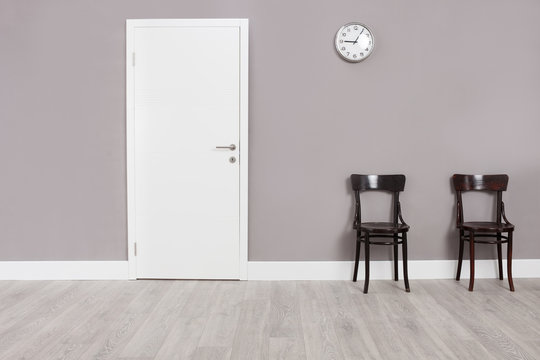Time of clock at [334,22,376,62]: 9:05
